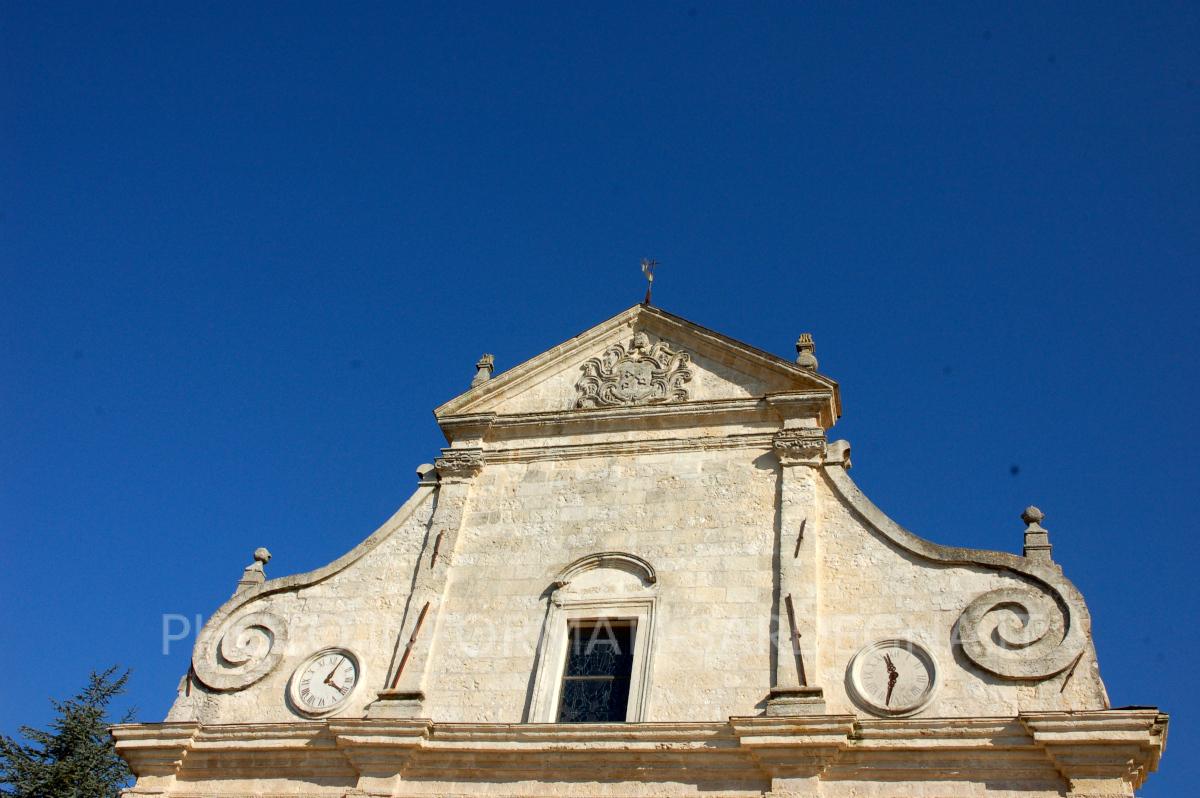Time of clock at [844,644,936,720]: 11:32
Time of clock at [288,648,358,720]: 4:04
